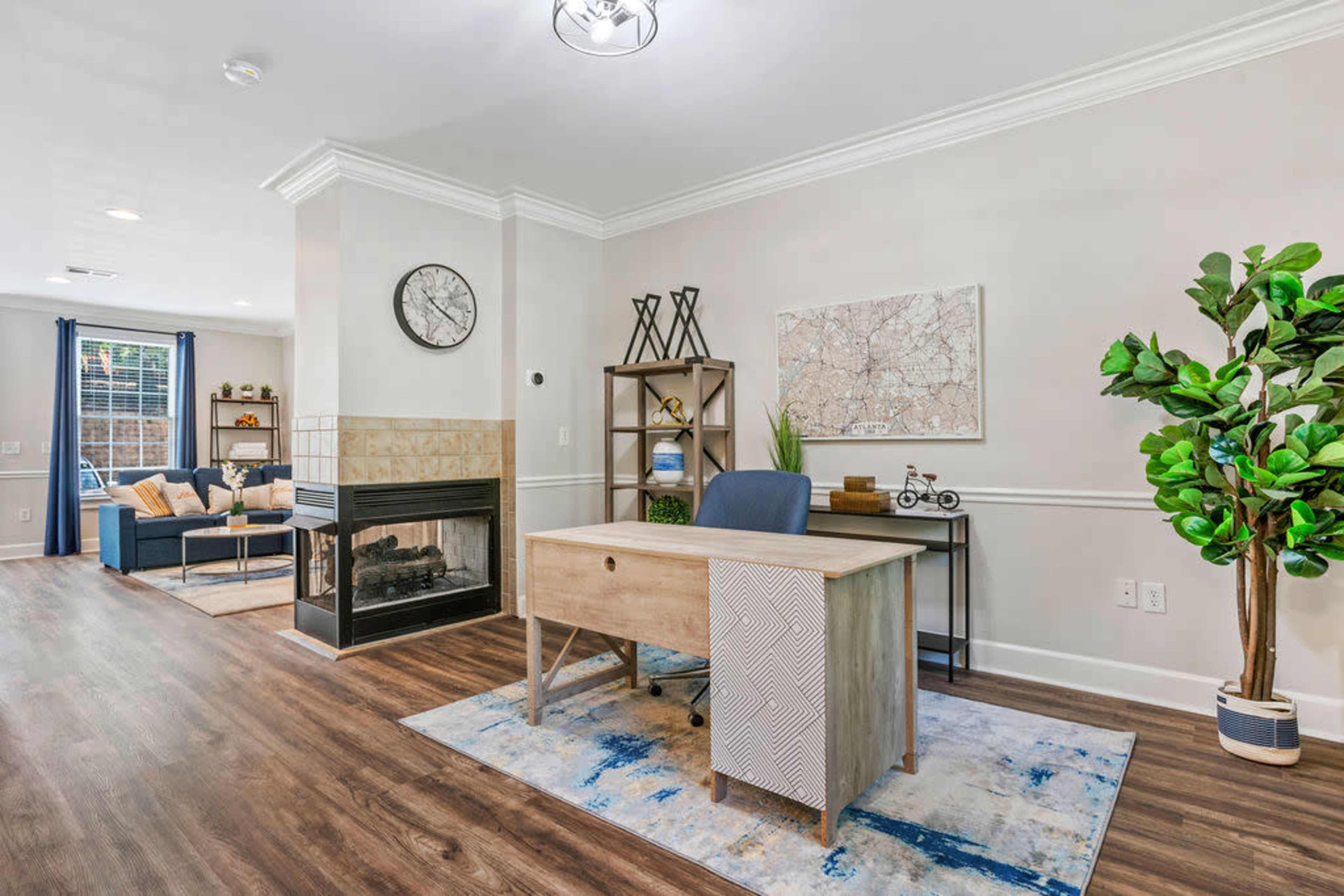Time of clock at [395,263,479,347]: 10:20
